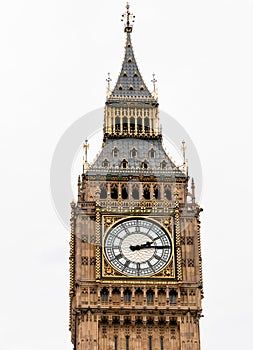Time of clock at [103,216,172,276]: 2:14
